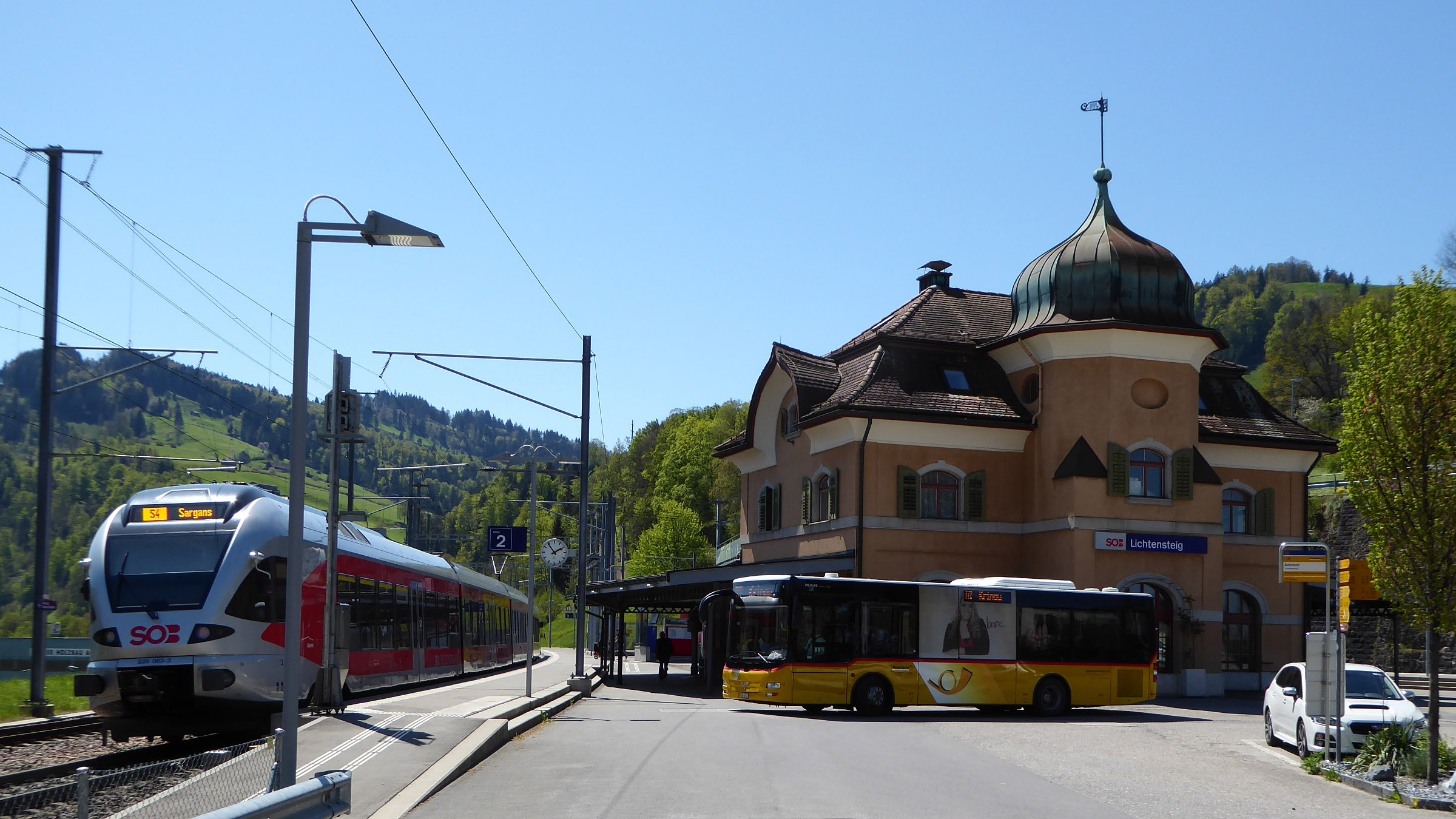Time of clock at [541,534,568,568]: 1:54
